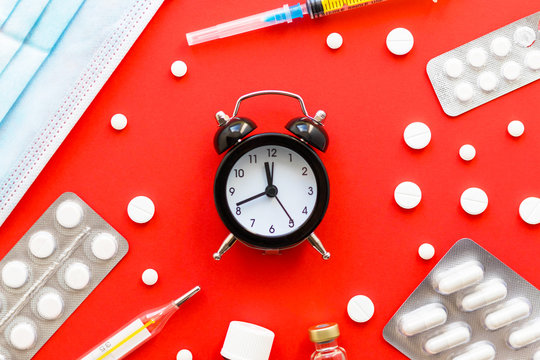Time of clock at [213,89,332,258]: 11:41
